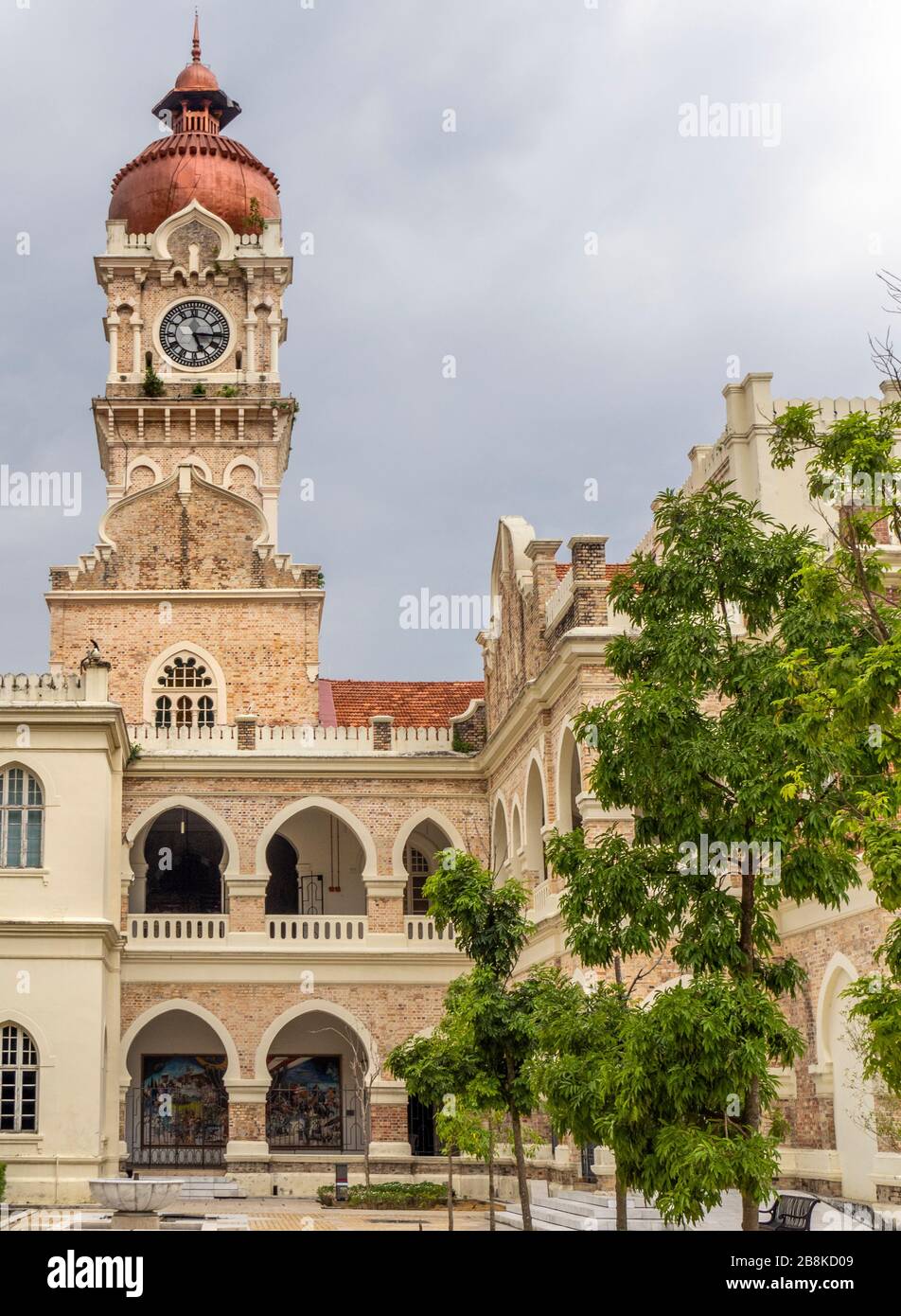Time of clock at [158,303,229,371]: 5:15
